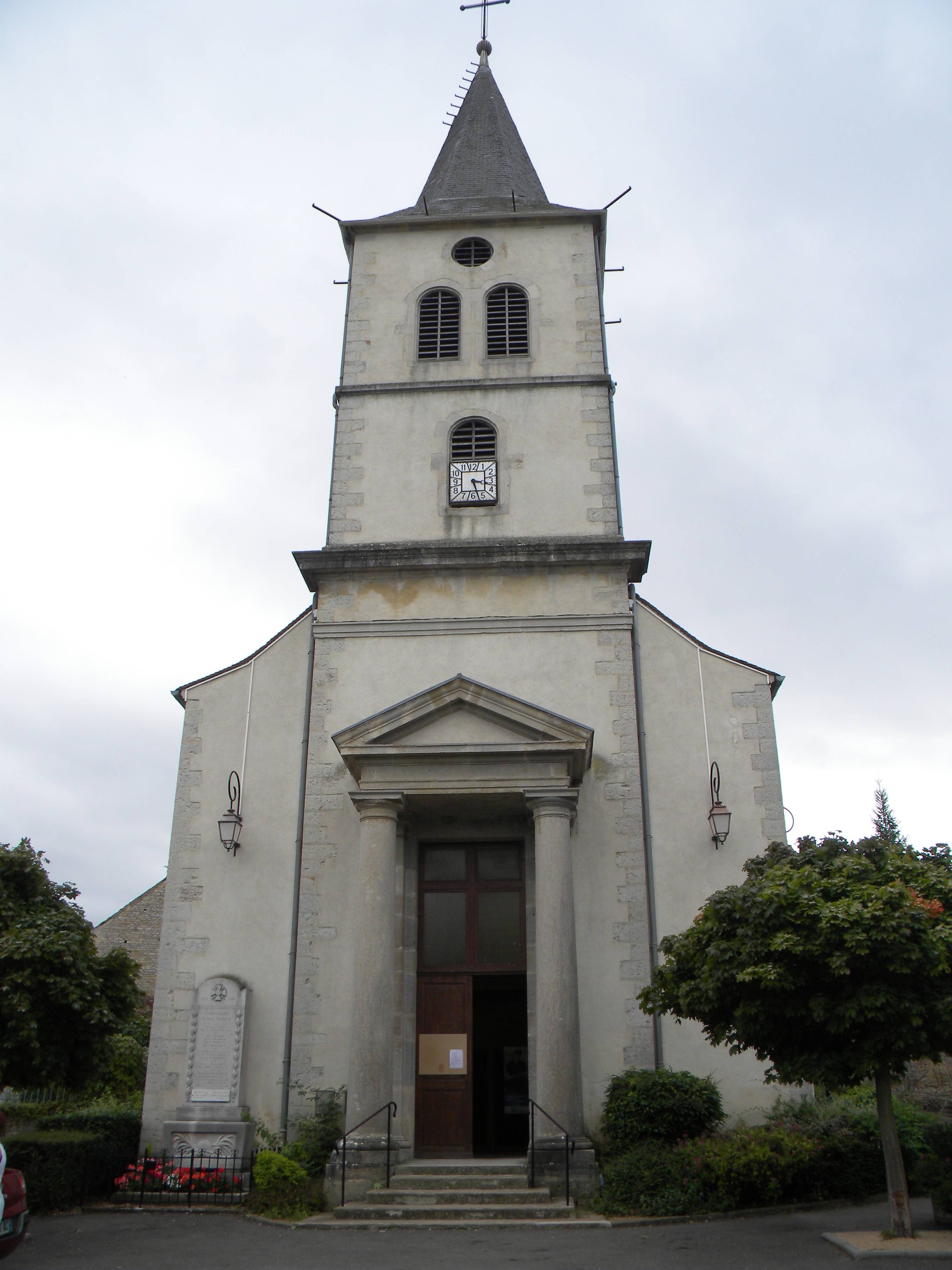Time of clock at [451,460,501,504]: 3:27
